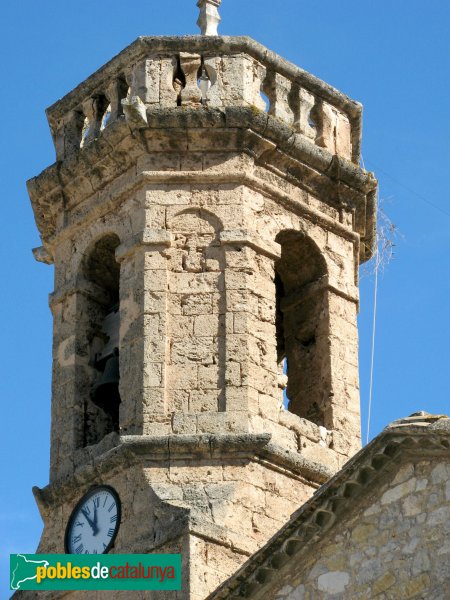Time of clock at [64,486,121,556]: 11:53
